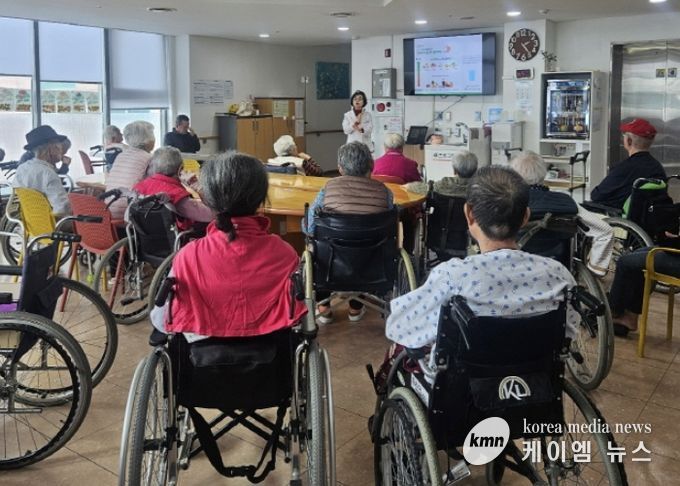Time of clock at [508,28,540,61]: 2:24
